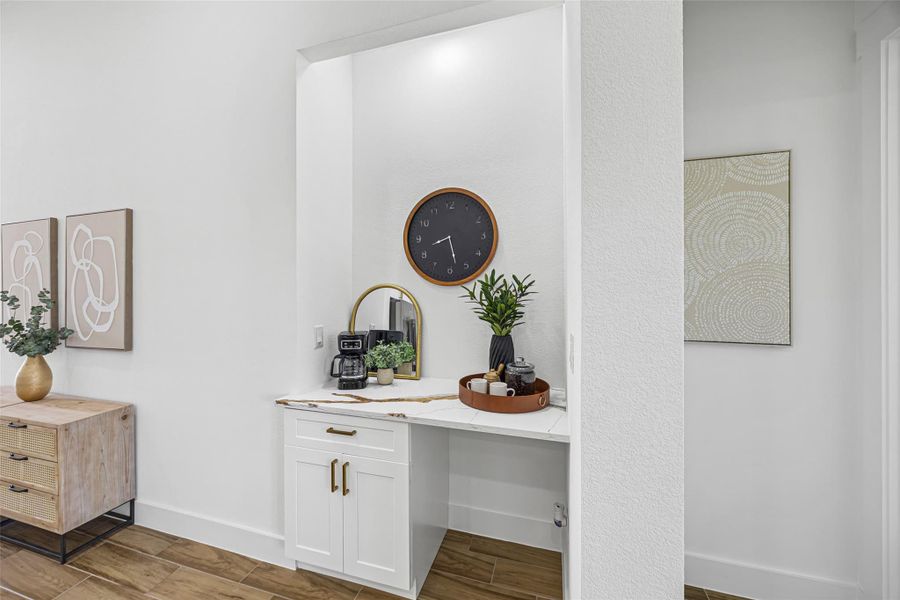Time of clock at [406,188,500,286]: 8:27
